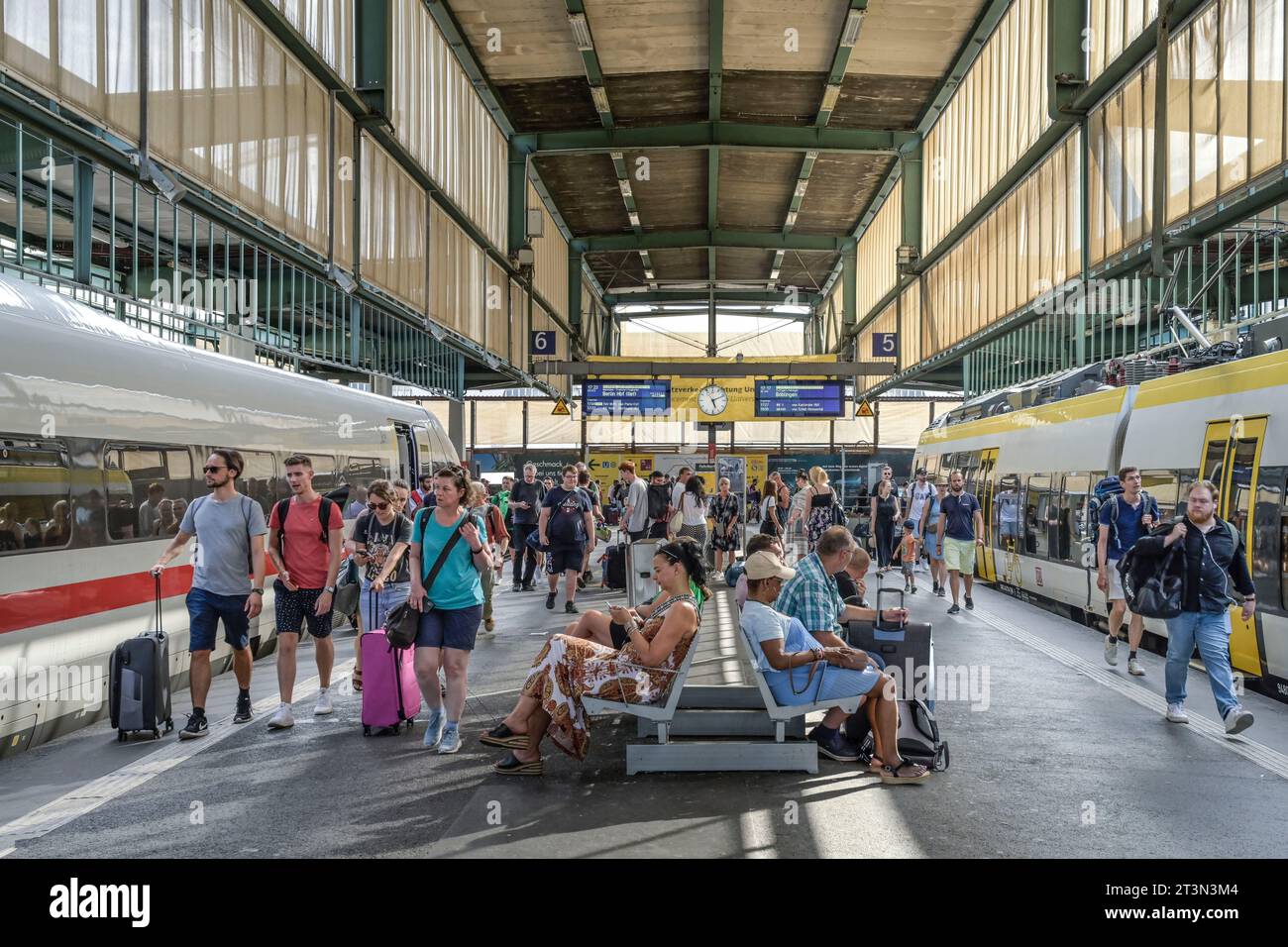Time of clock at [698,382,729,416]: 5:11
